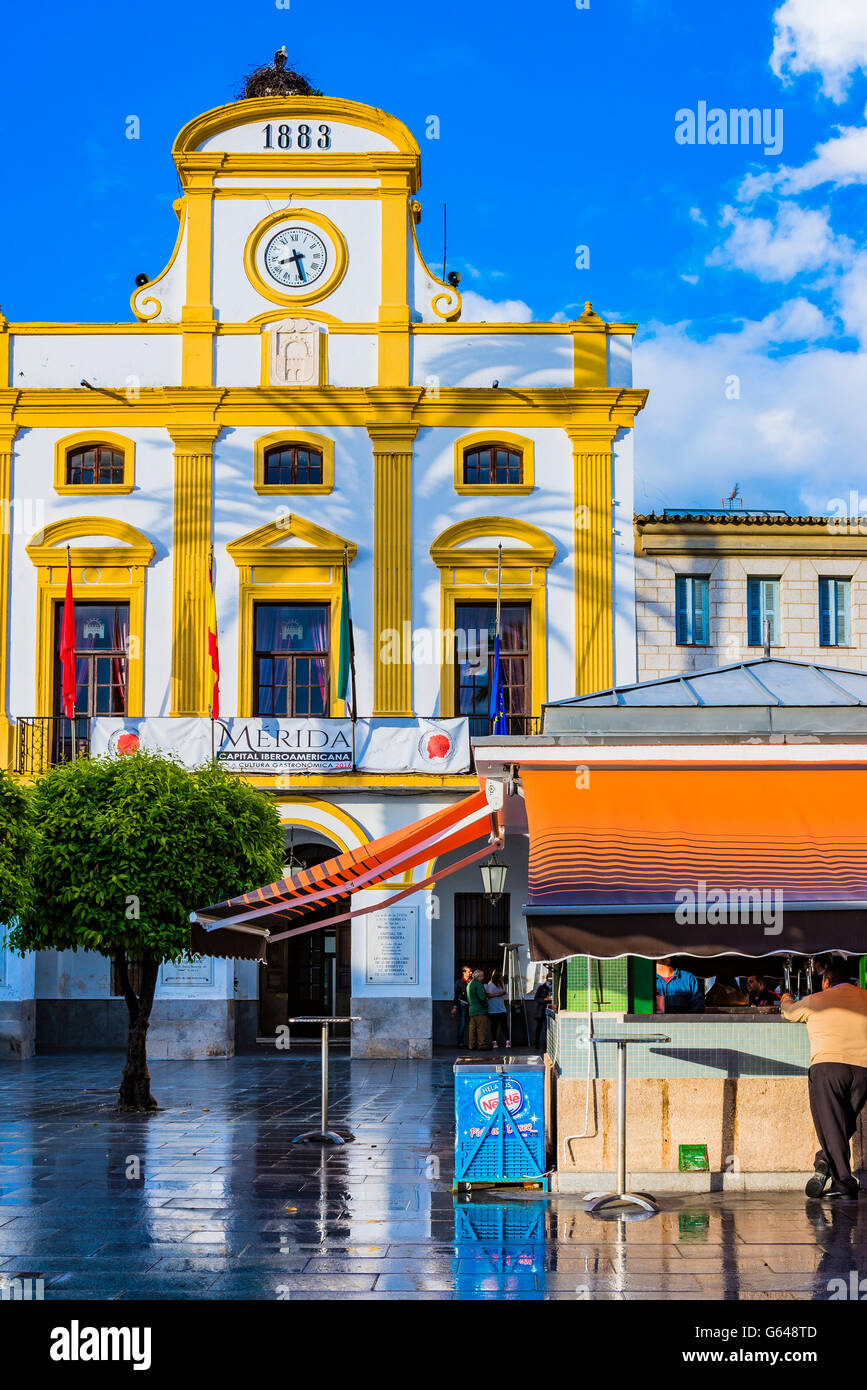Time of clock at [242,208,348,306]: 8:27
